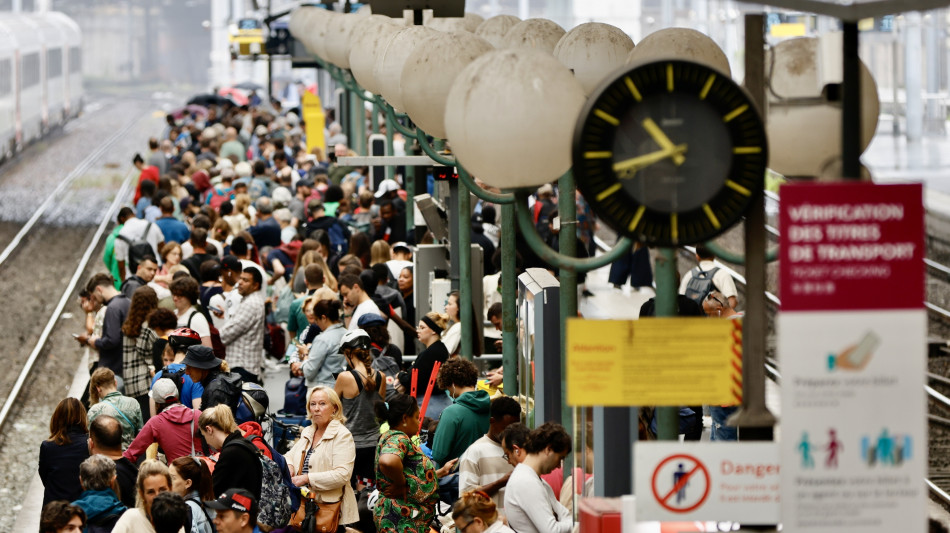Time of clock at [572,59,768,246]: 10:42
